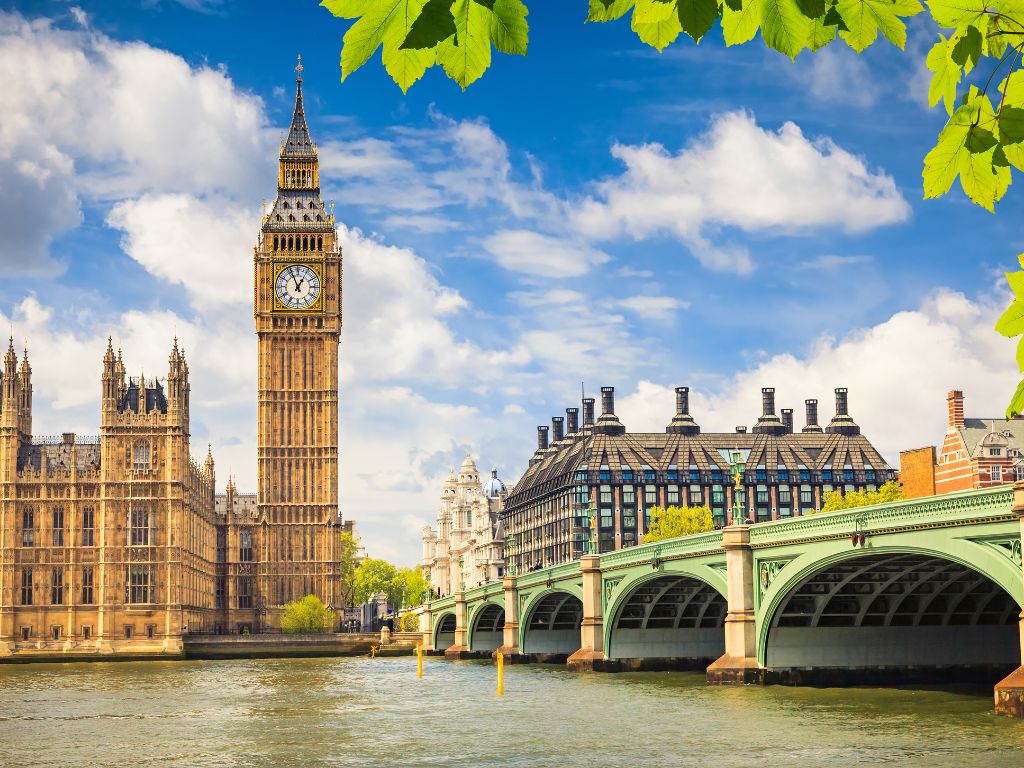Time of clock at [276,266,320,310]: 12:56
